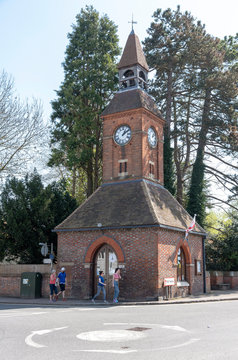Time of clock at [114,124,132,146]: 1:09
